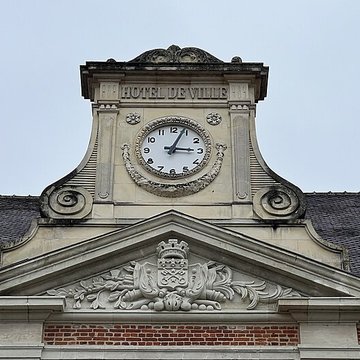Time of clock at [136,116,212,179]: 3:03
